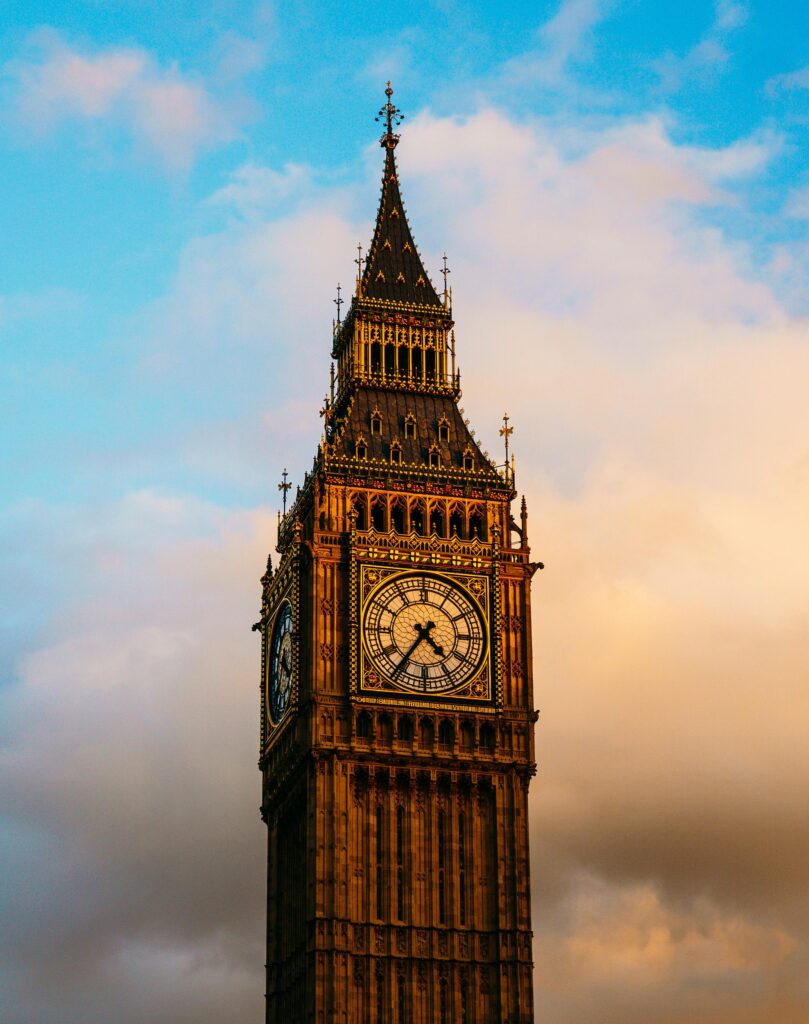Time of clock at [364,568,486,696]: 4:35
